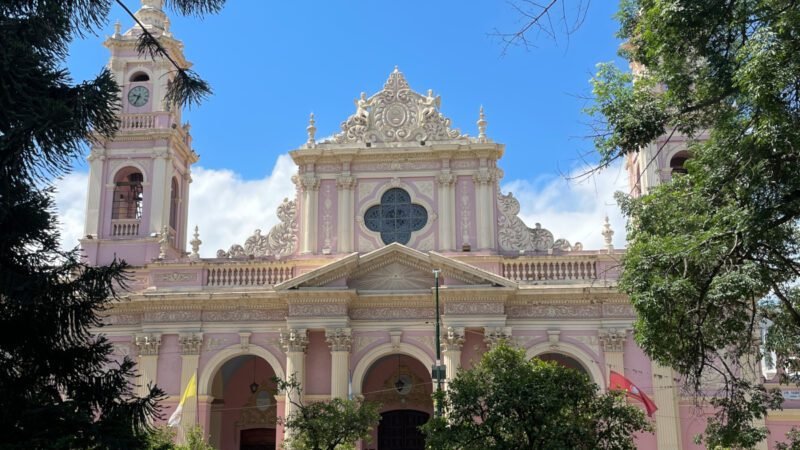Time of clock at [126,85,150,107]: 9:34
